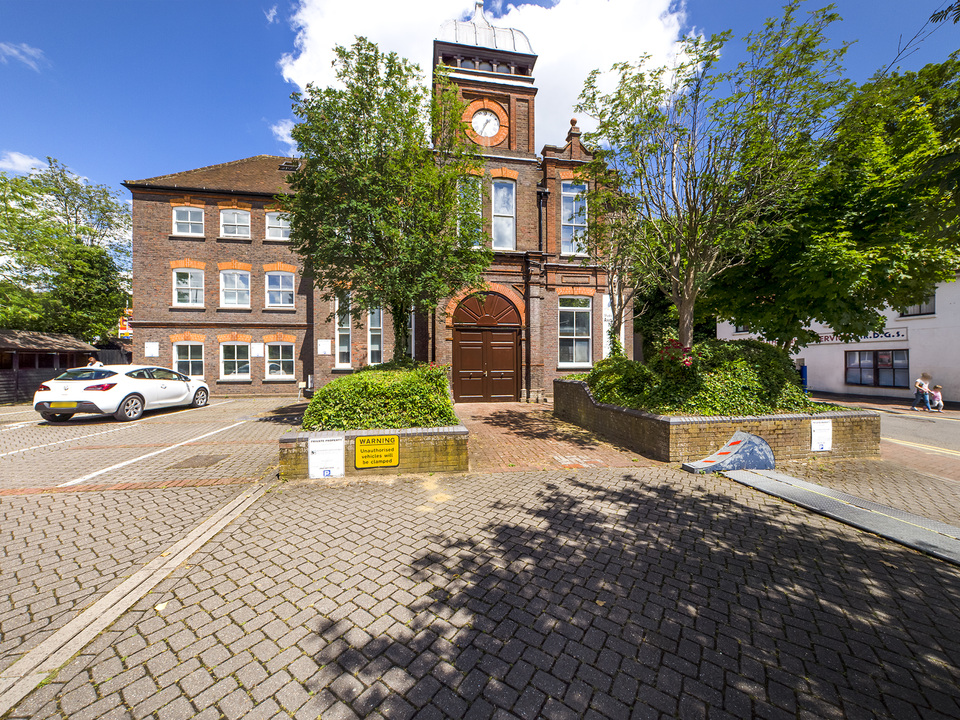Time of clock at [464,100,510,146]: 1:34
